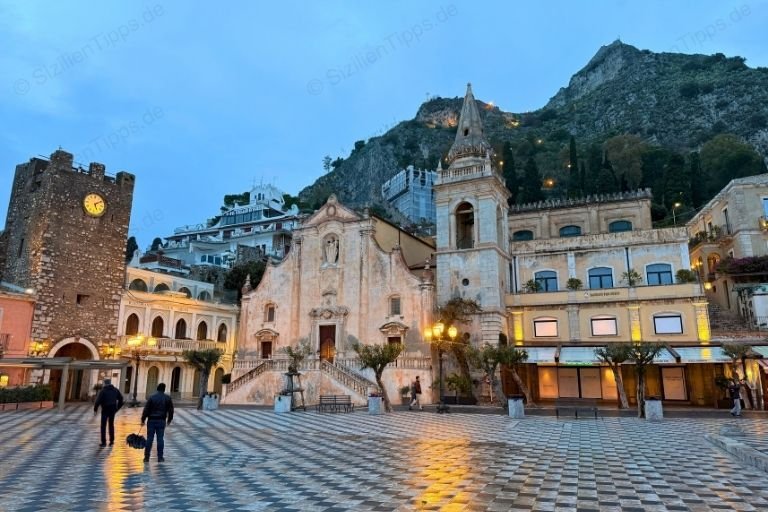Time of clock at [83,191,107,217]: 5:09
